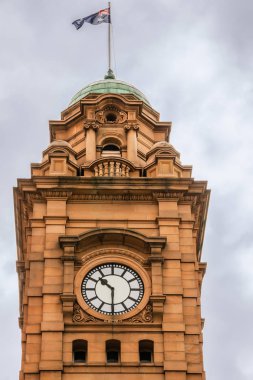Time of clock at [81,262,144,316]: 10:30
